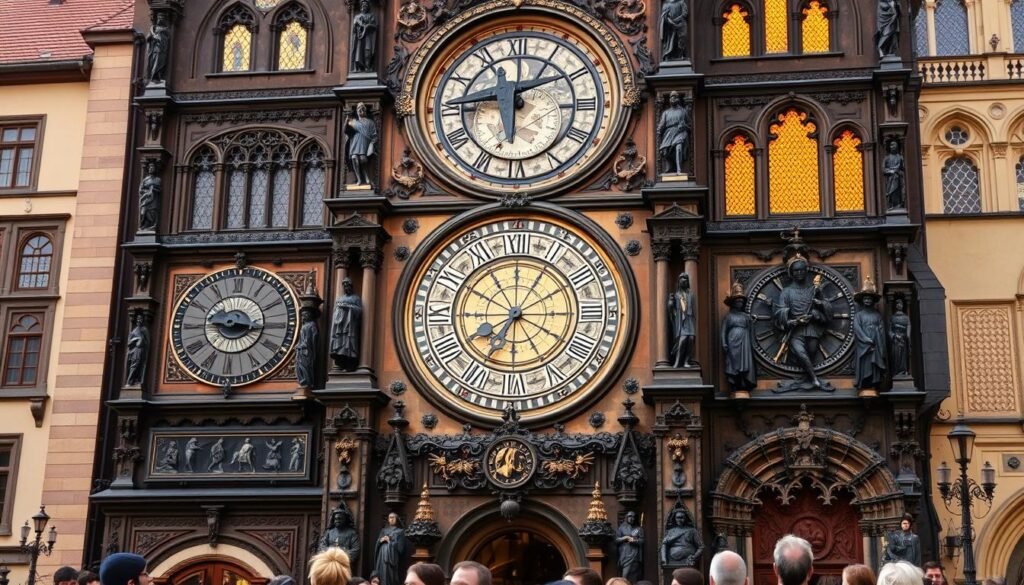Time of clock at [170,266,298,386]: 9:15
